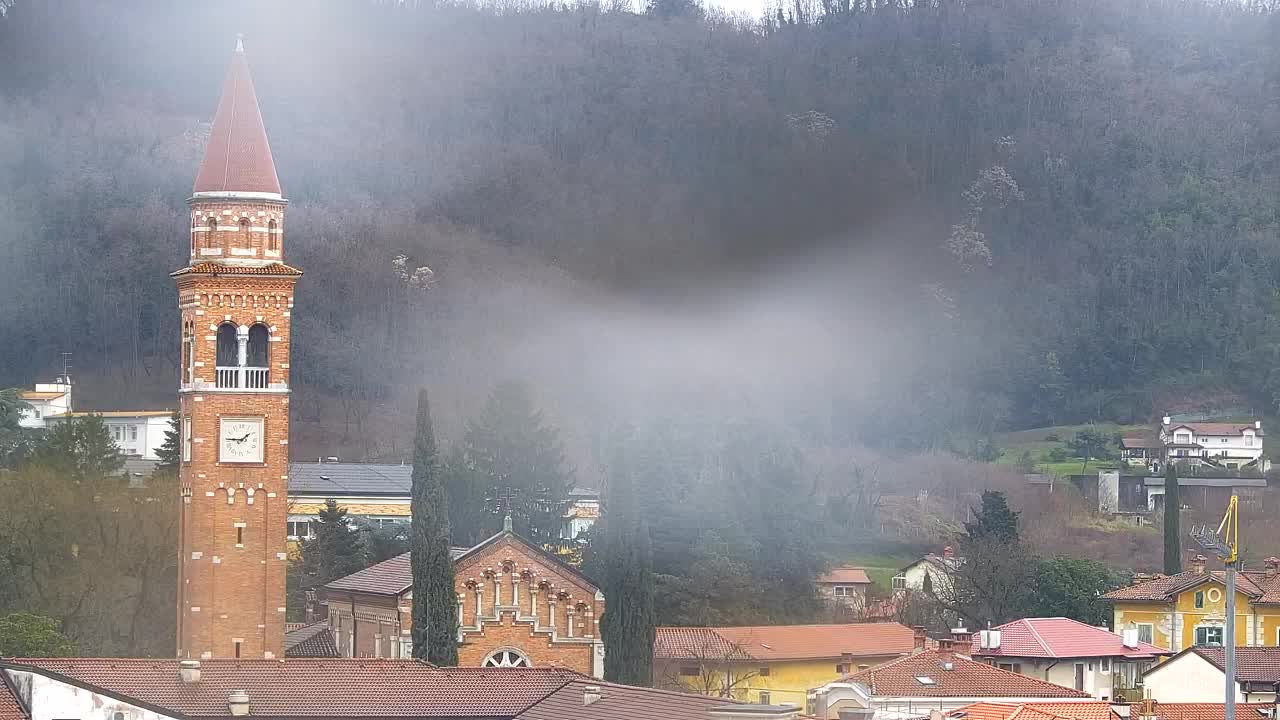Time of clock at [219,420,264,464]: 1:46
